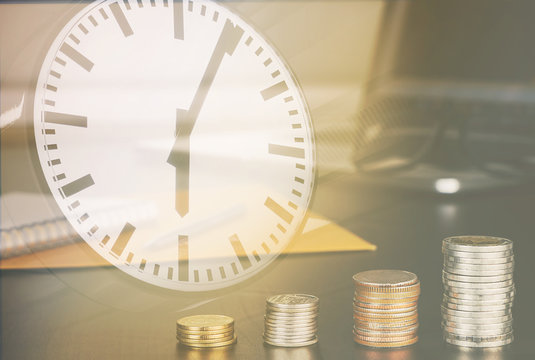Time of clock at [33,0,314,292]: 6:04
